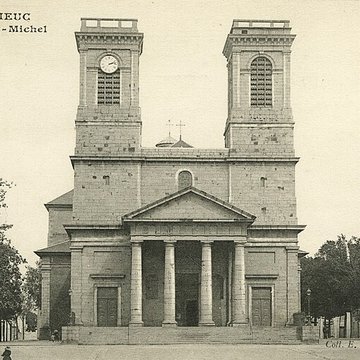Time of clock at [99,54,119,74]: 2:12
